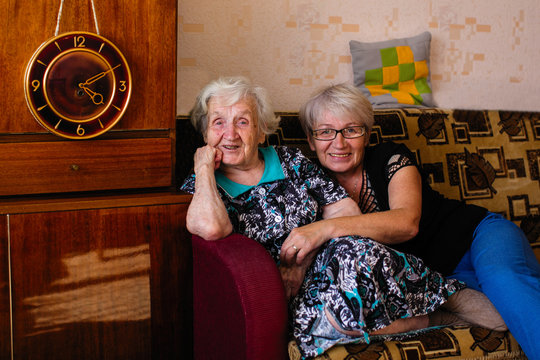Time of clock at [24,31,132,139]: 4:10
